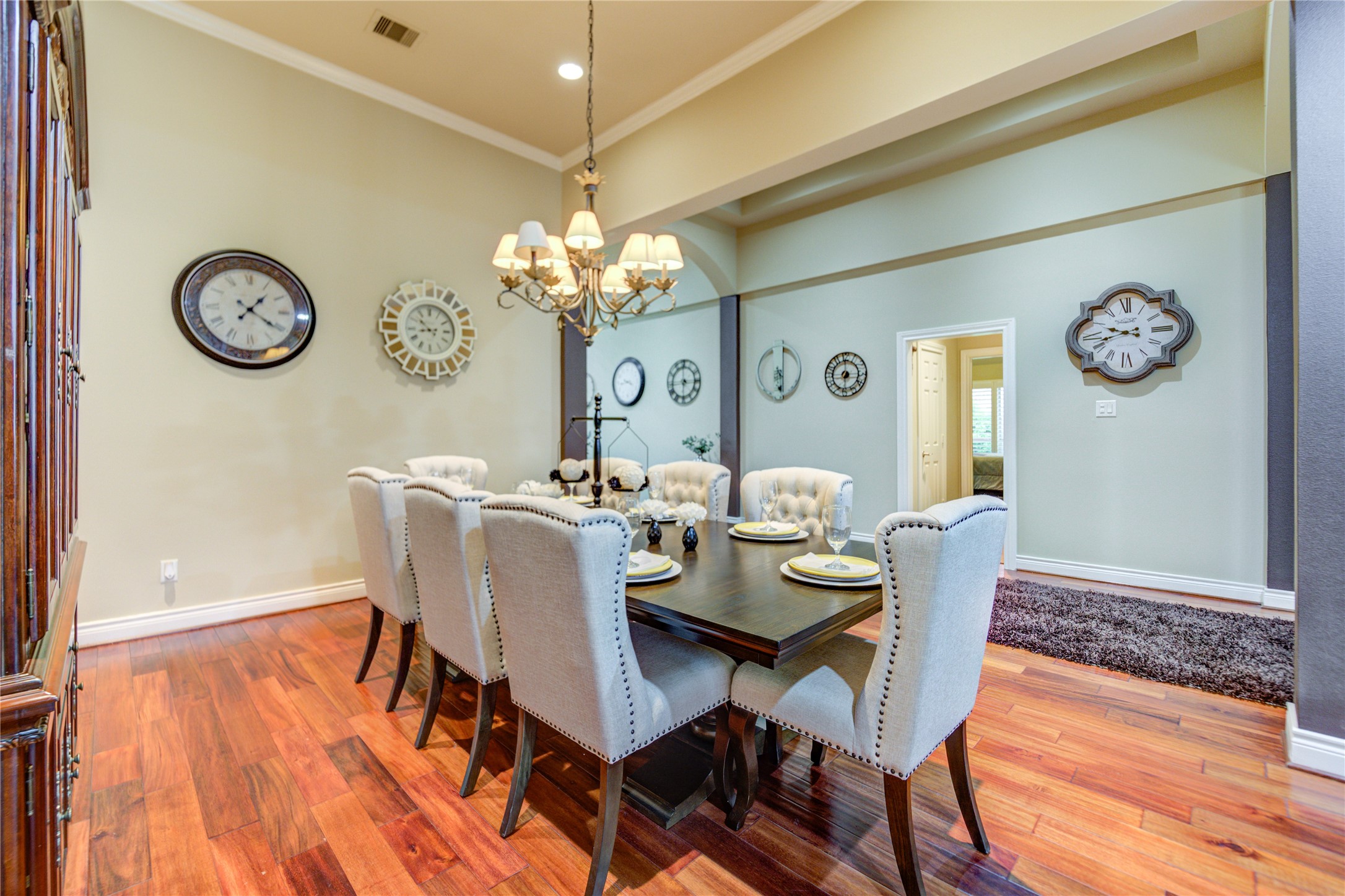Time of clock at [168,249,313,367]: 1:20
